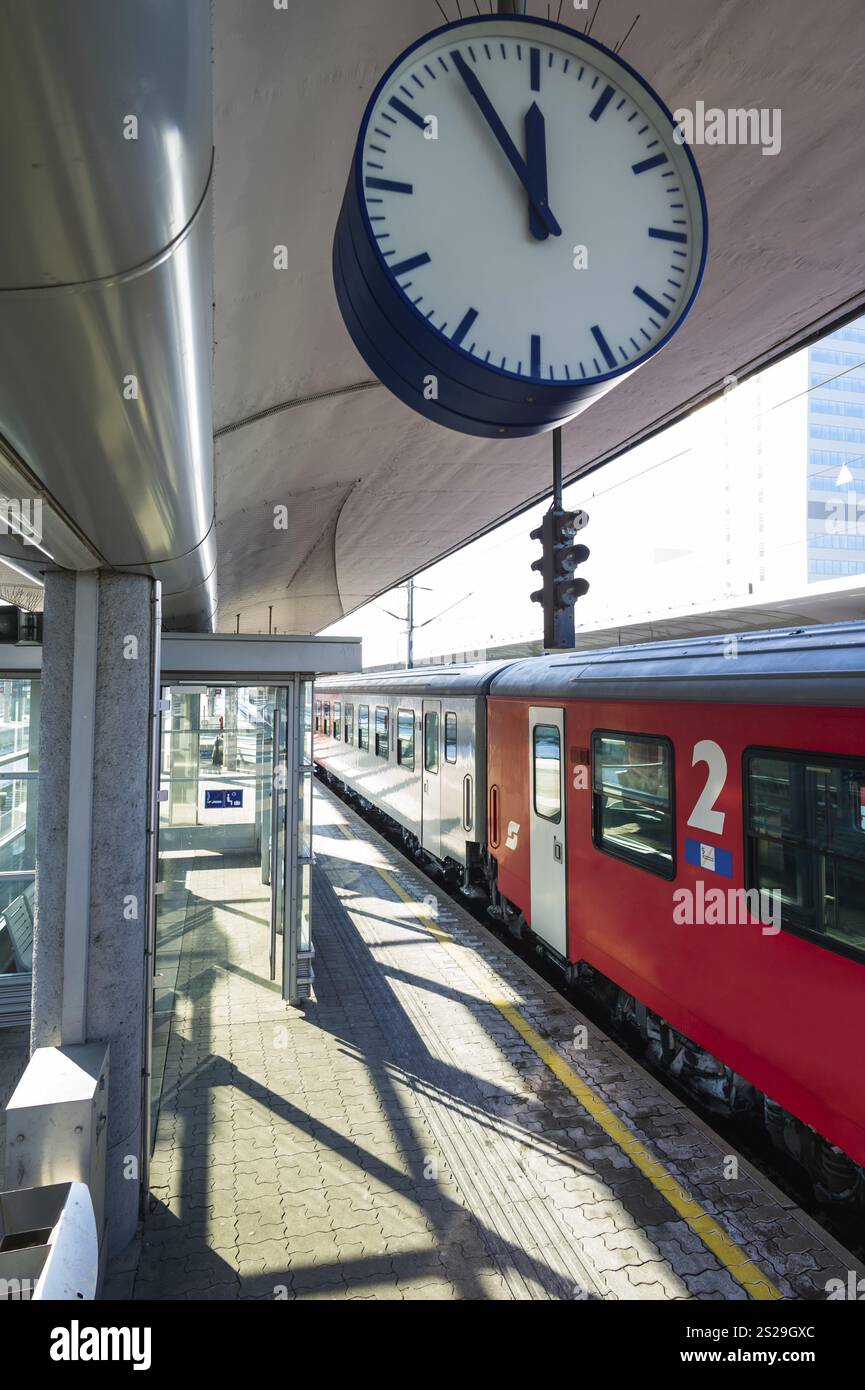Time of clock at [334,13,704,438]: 11:54
